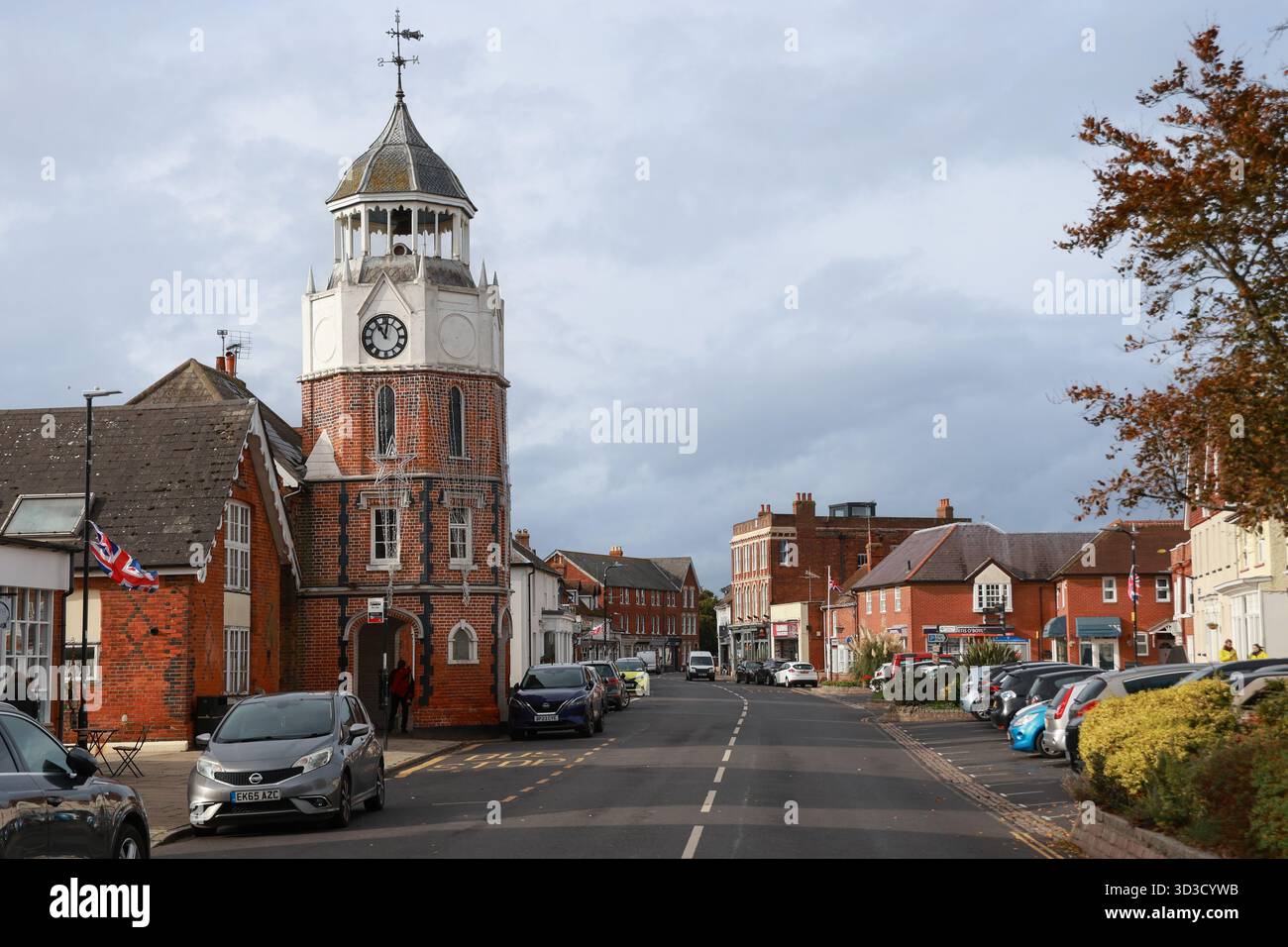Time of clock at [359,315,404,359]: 11:01
